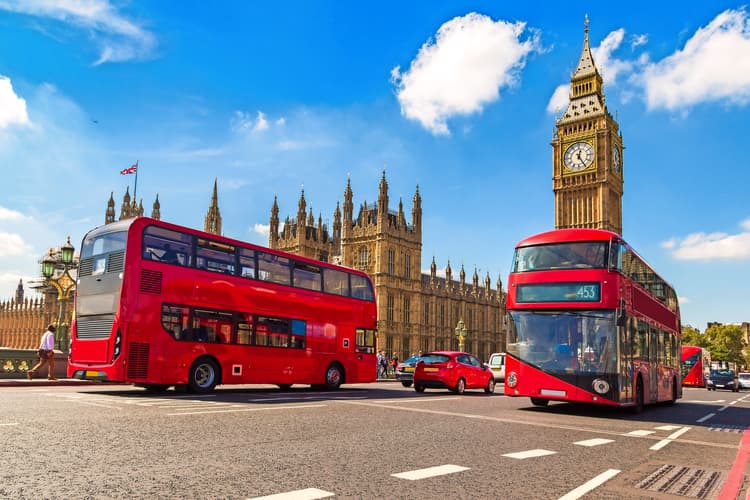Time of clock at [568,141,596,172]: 12:24
